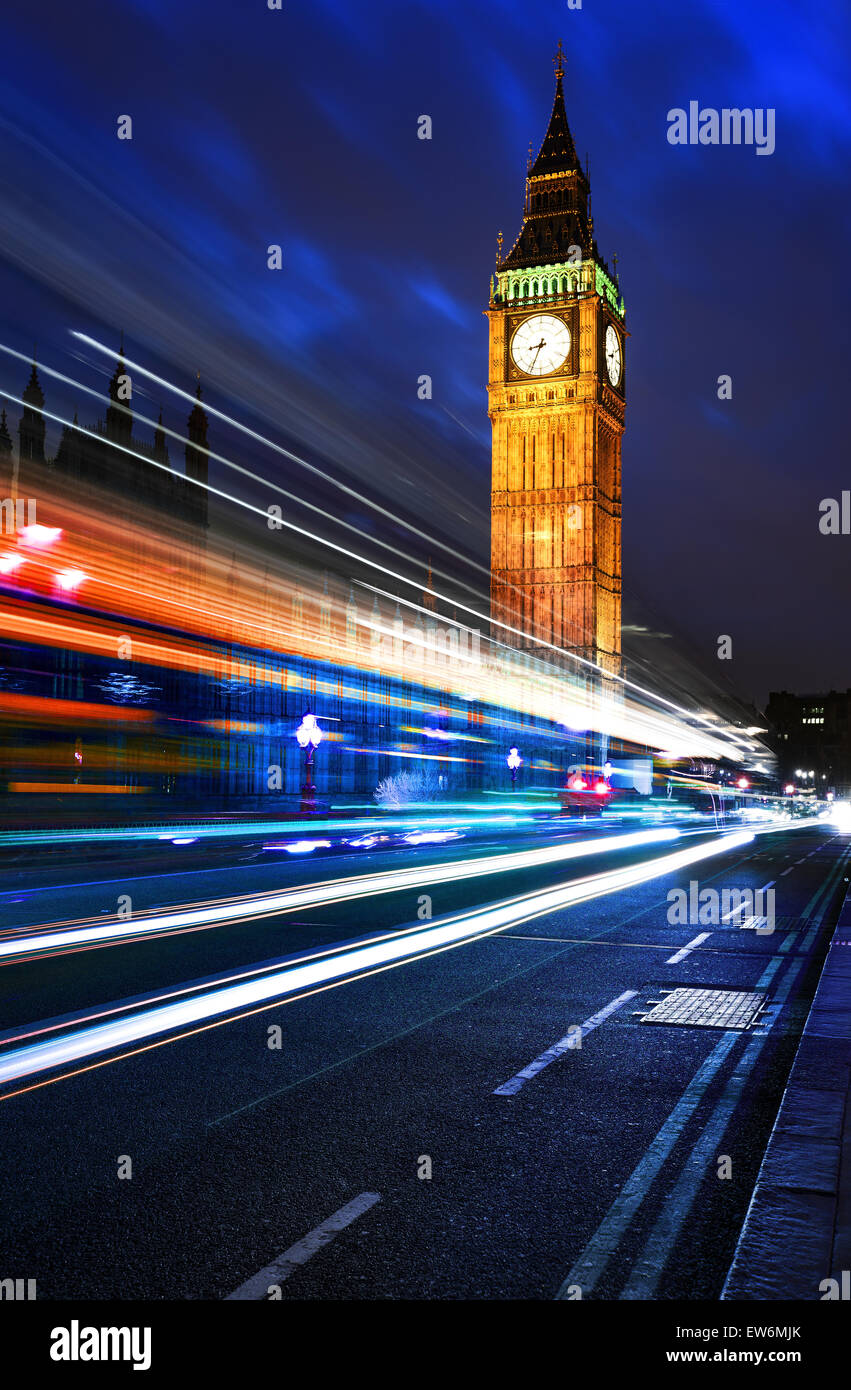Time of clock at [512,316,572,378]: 8:33
